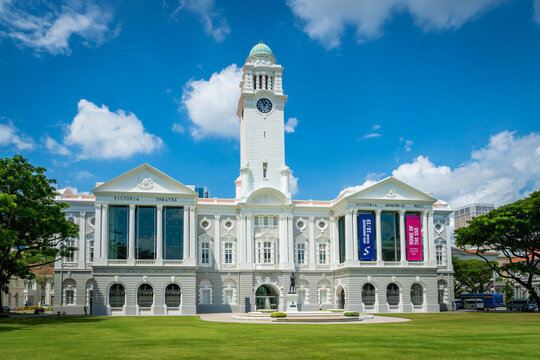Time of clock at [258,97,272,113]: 12:56
